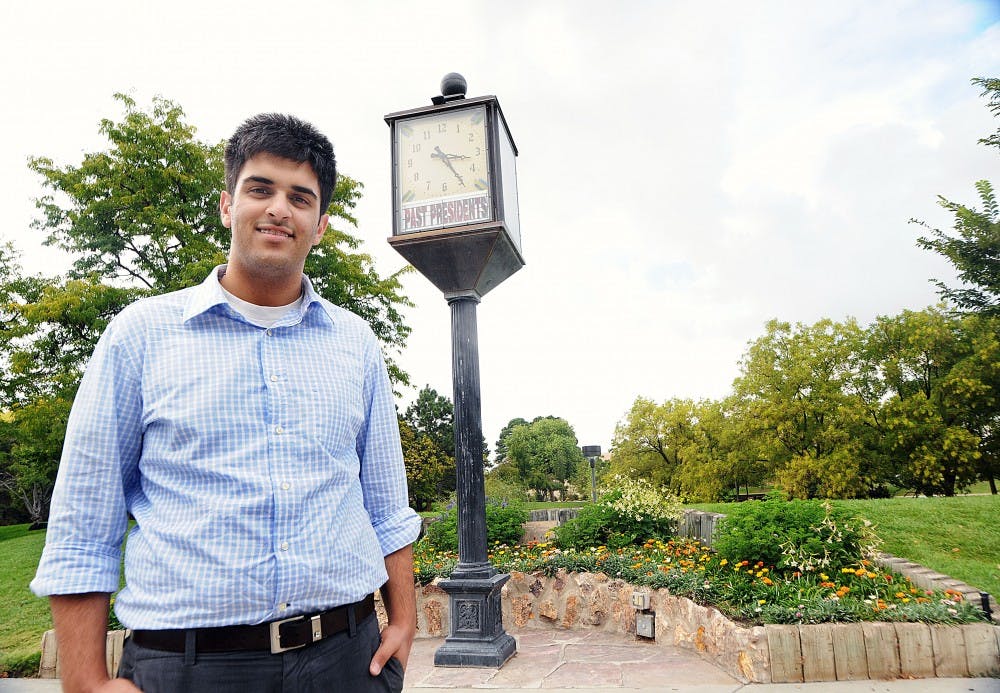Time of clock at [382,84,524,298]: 3:22
